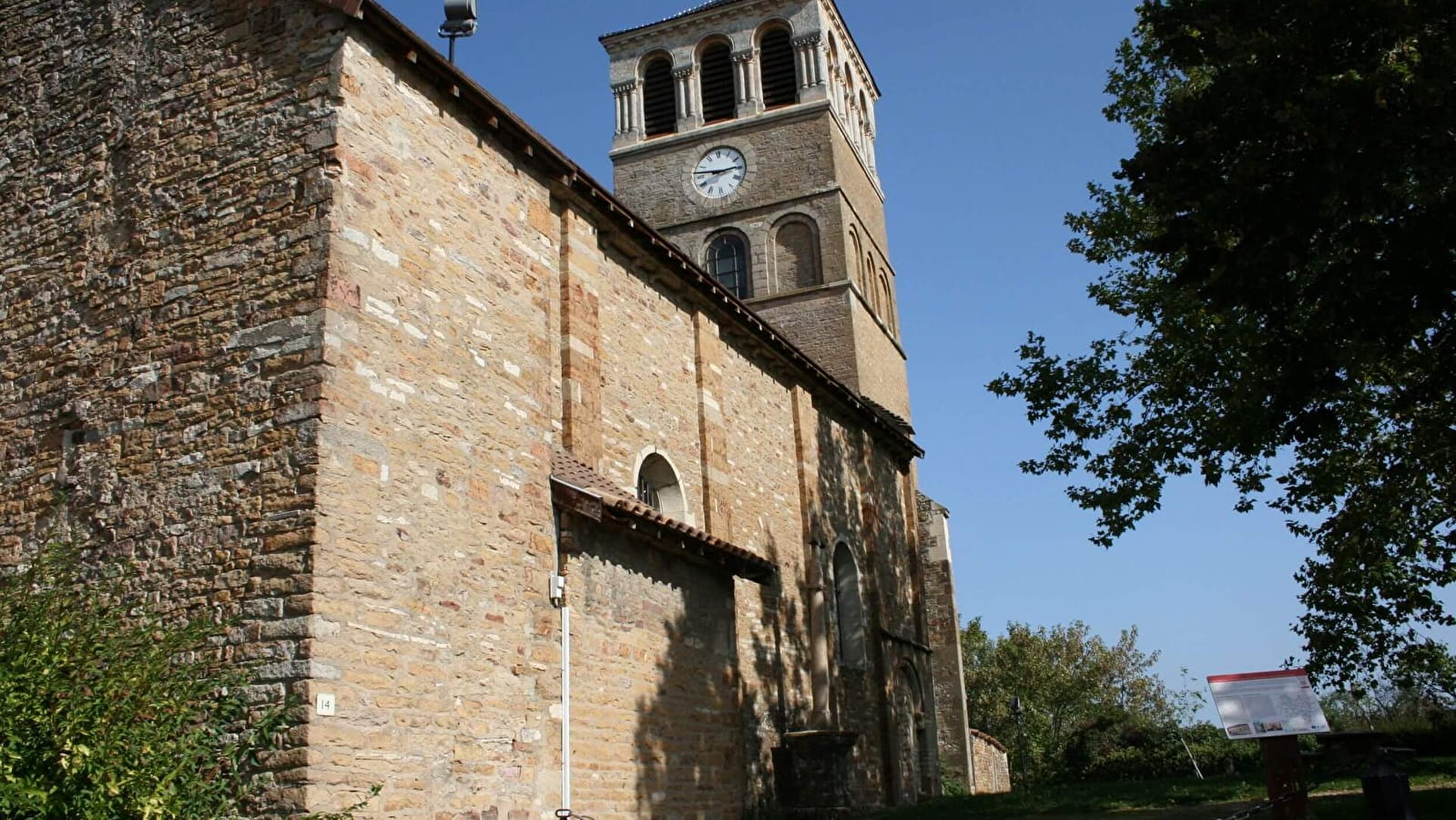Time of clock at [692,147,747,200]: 2:46
